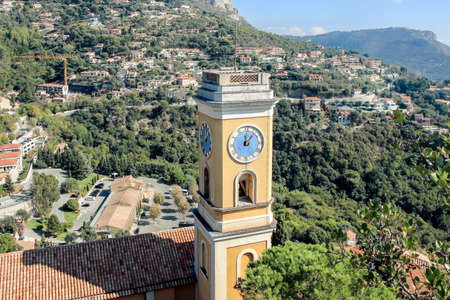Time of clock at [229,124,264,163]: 12:07
